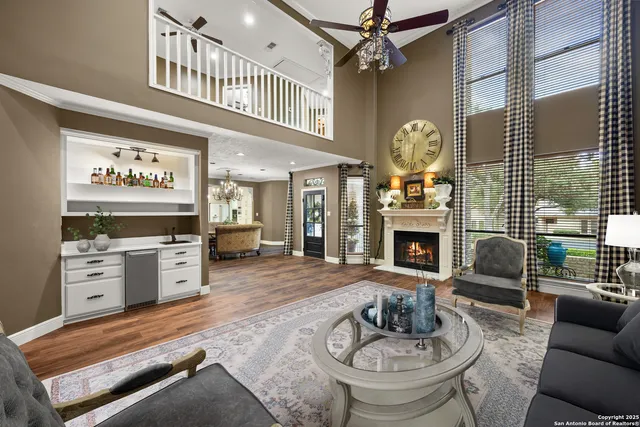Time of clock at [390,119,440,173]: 6:32
